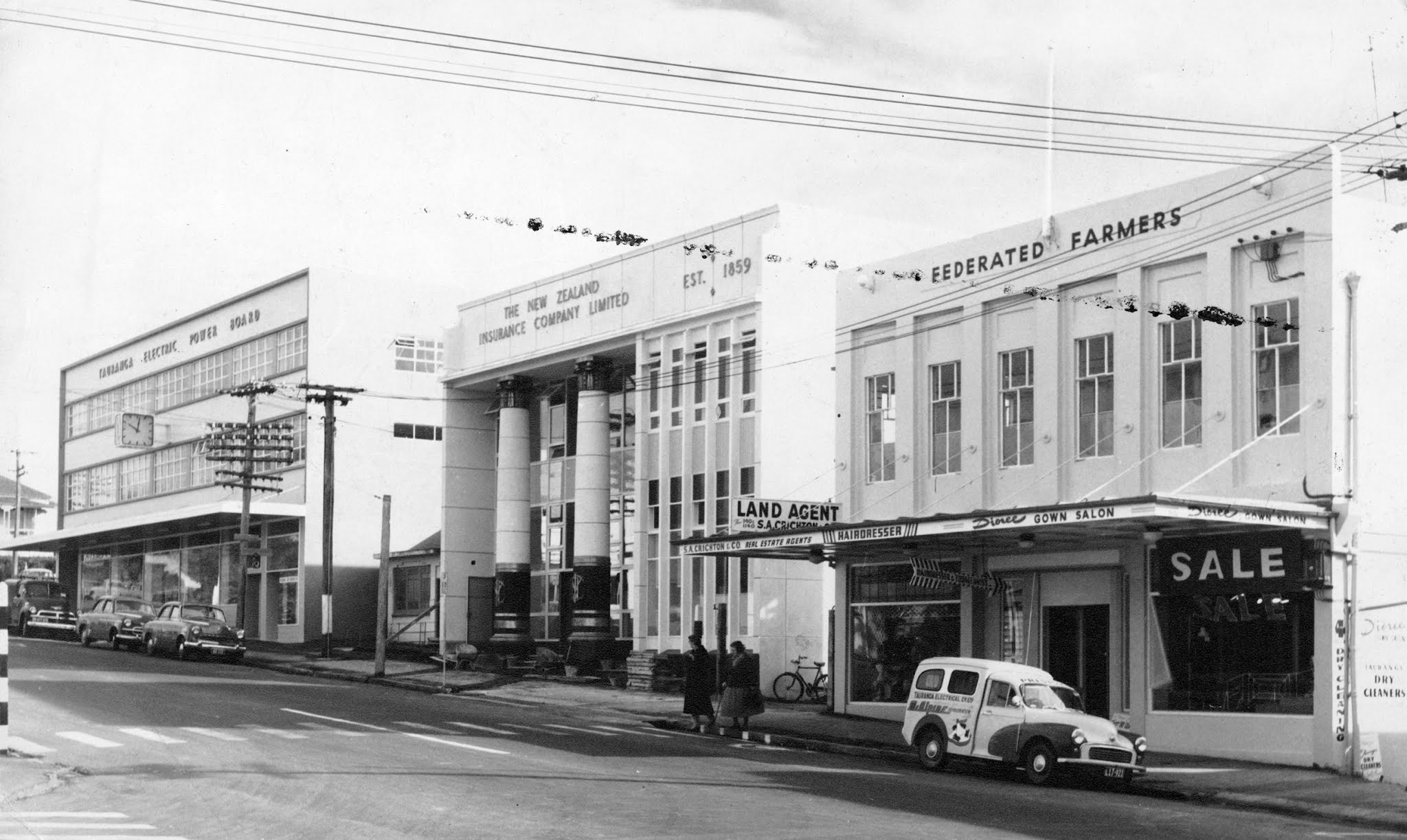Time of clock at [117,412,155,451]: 10:01
